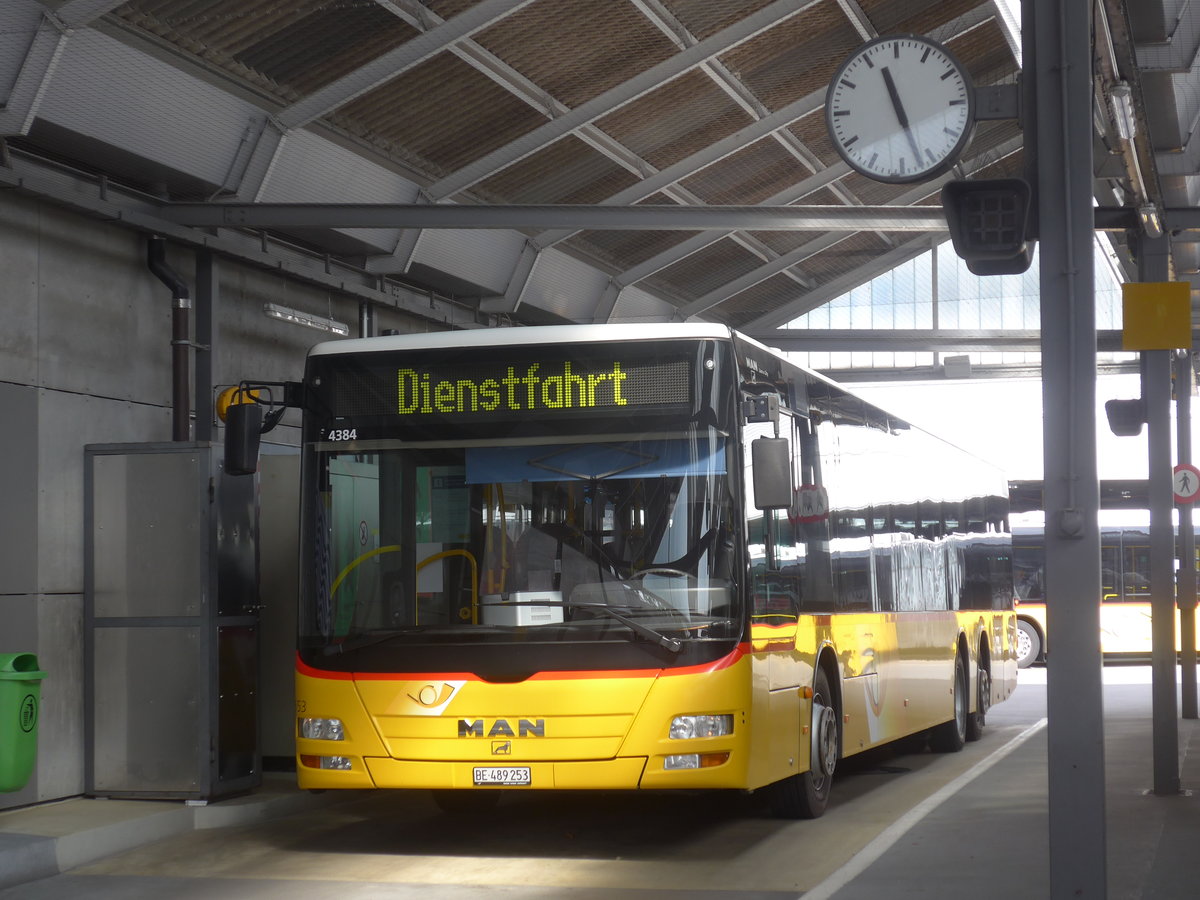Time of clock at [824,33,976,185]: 11:26
